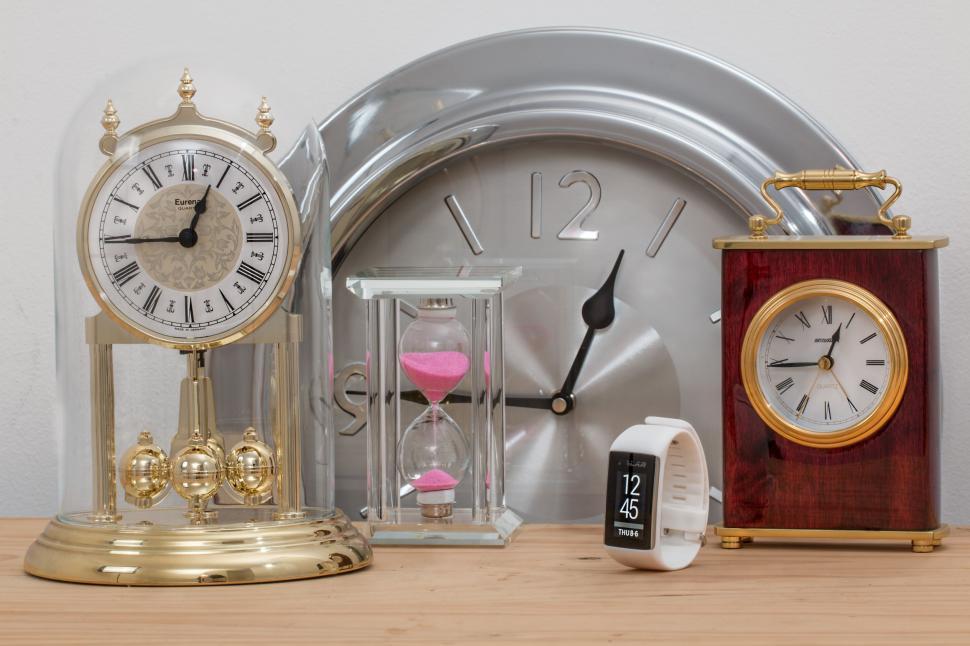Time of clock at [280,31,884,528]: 12:45
